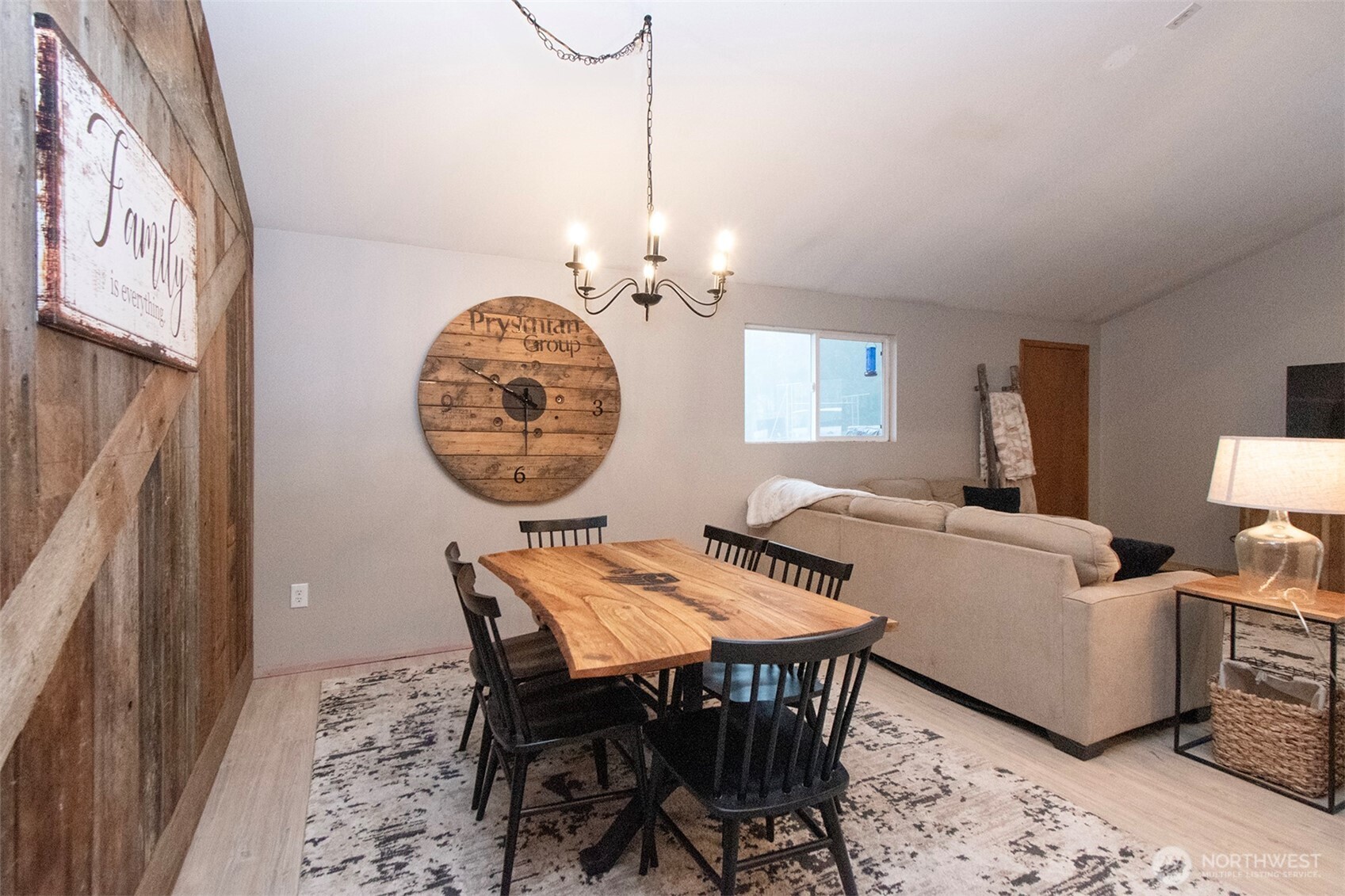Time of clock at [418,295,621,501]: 5:49
